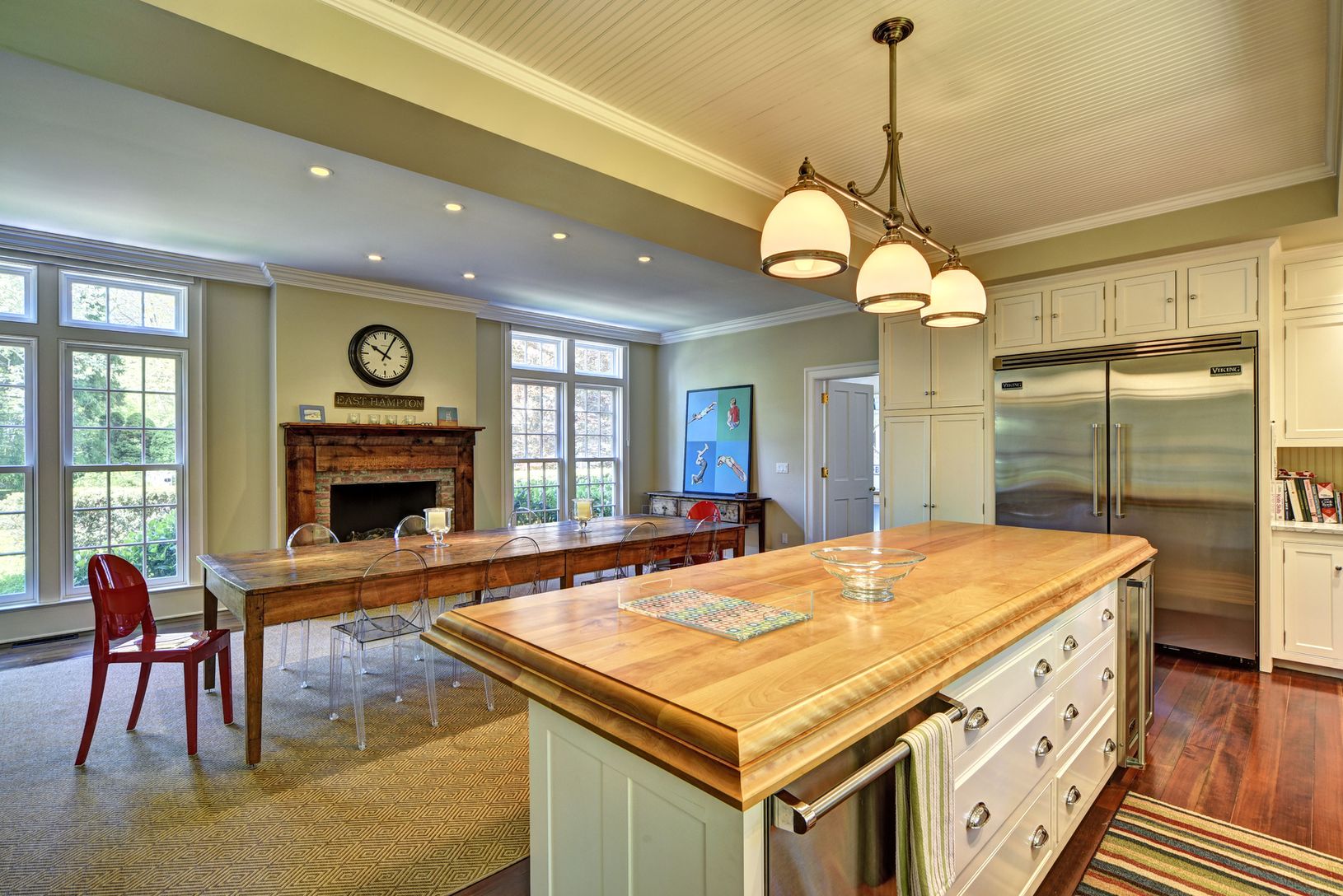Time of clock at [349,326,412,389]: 10:04
